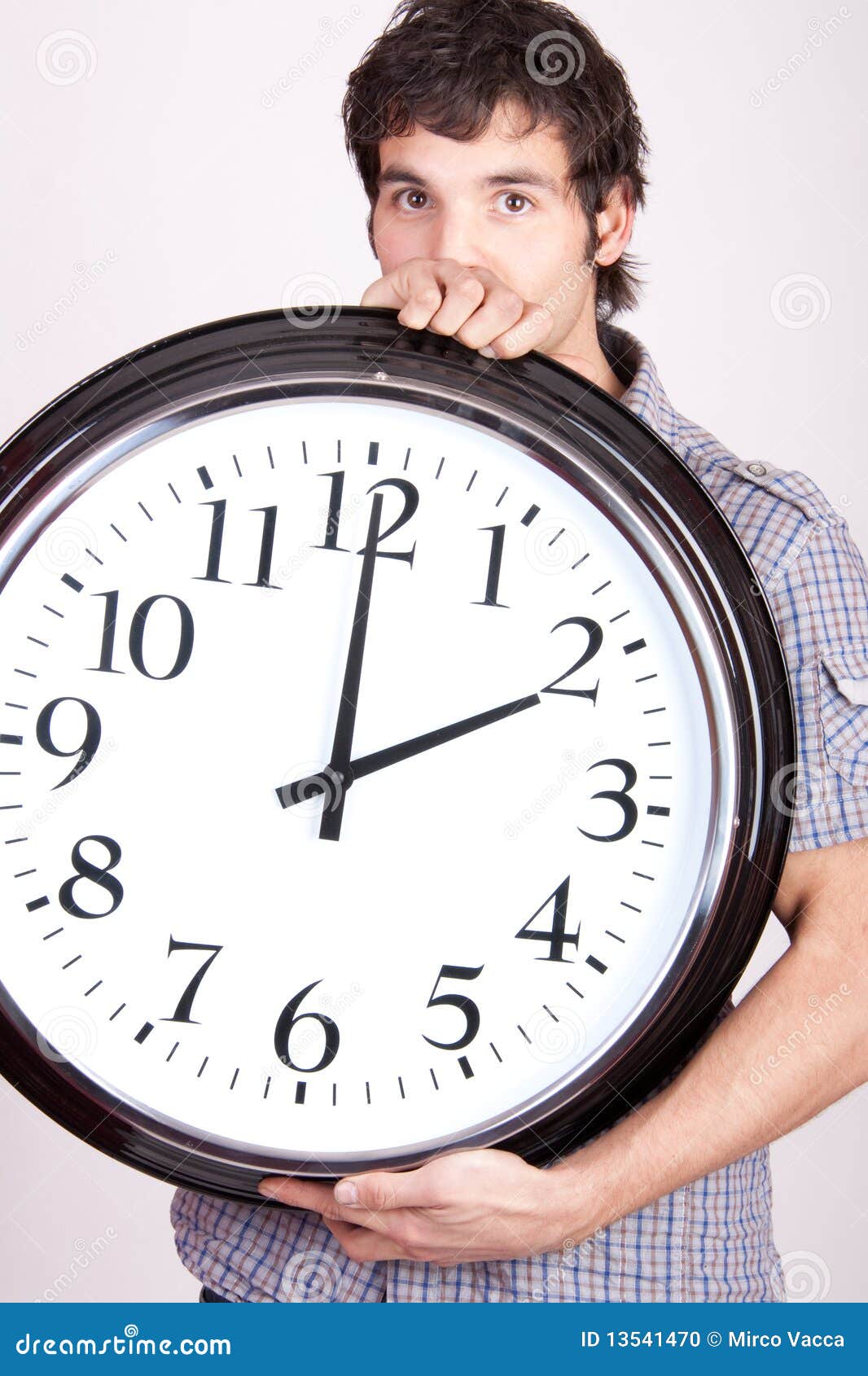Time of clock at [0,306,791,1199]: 2:00
